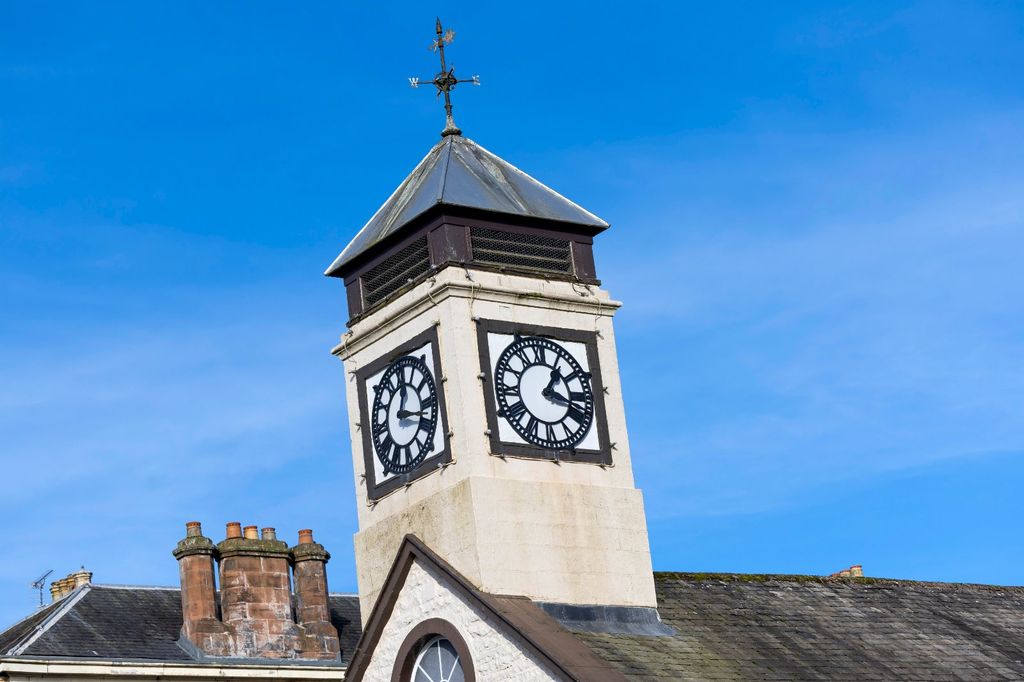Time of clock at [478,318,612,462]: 1:18
